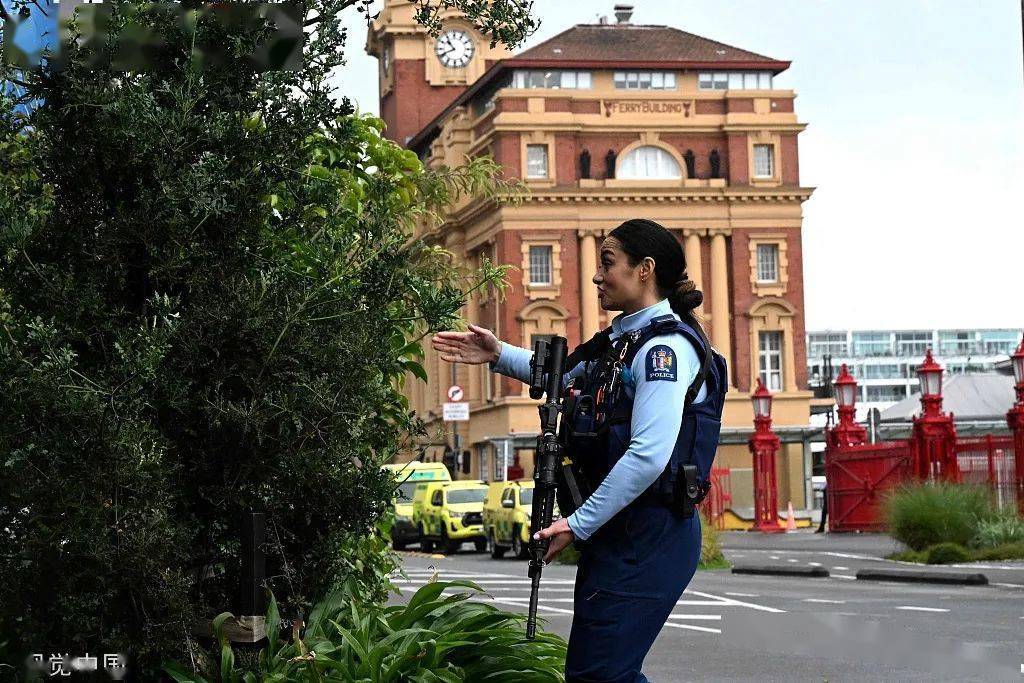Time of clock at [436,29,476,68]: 10:41
